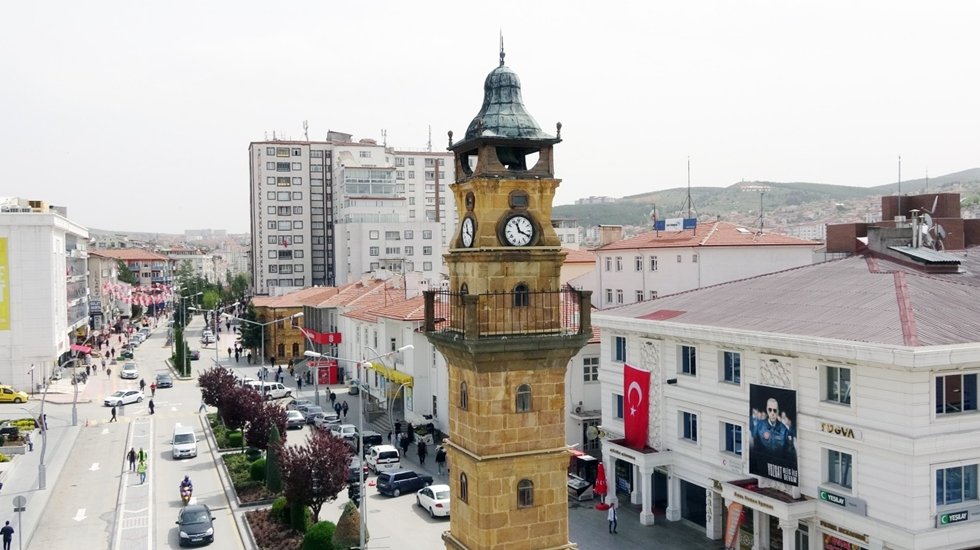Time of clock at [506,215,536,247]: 11:19
